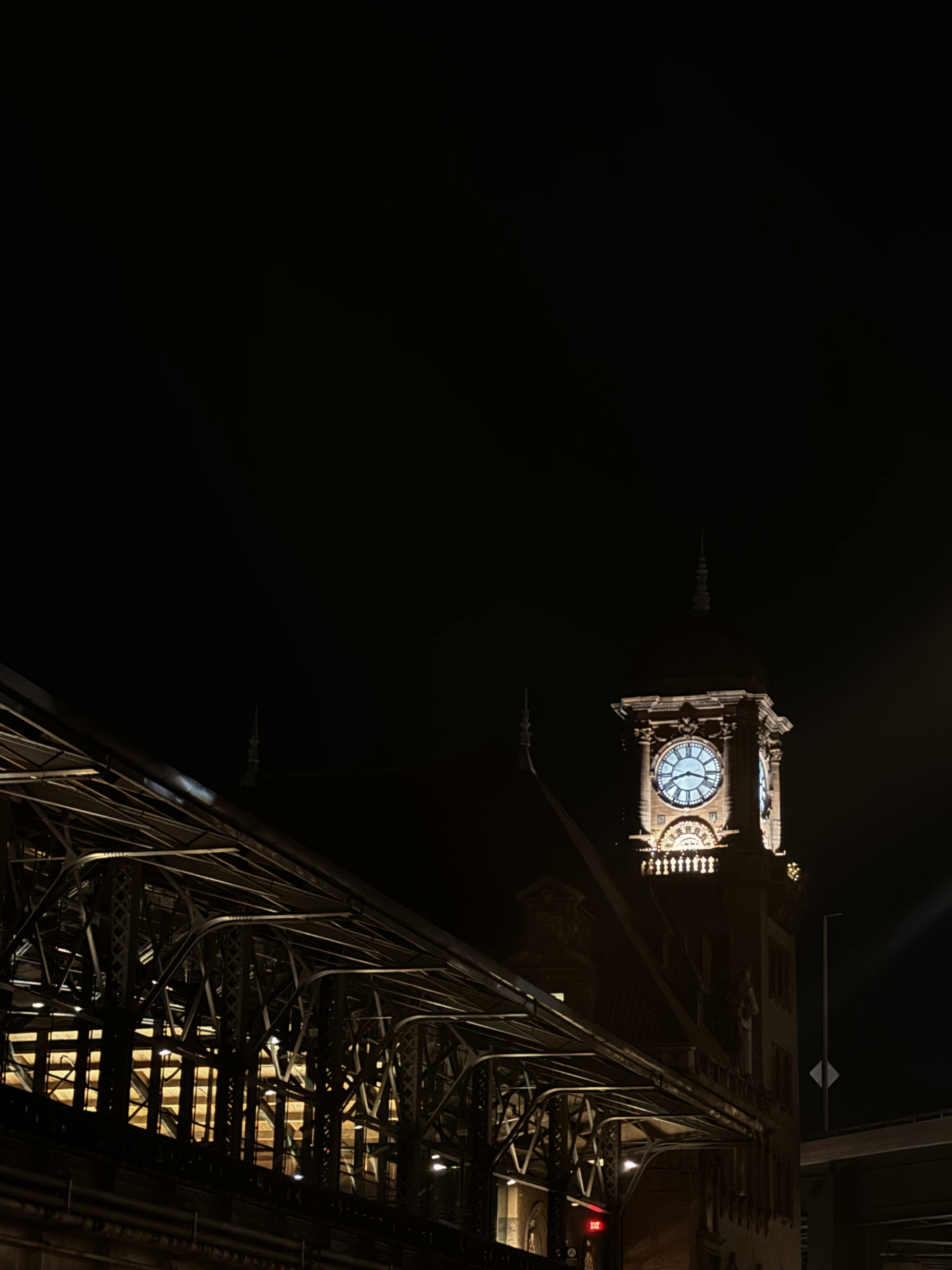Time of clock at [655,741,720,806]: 8:17
